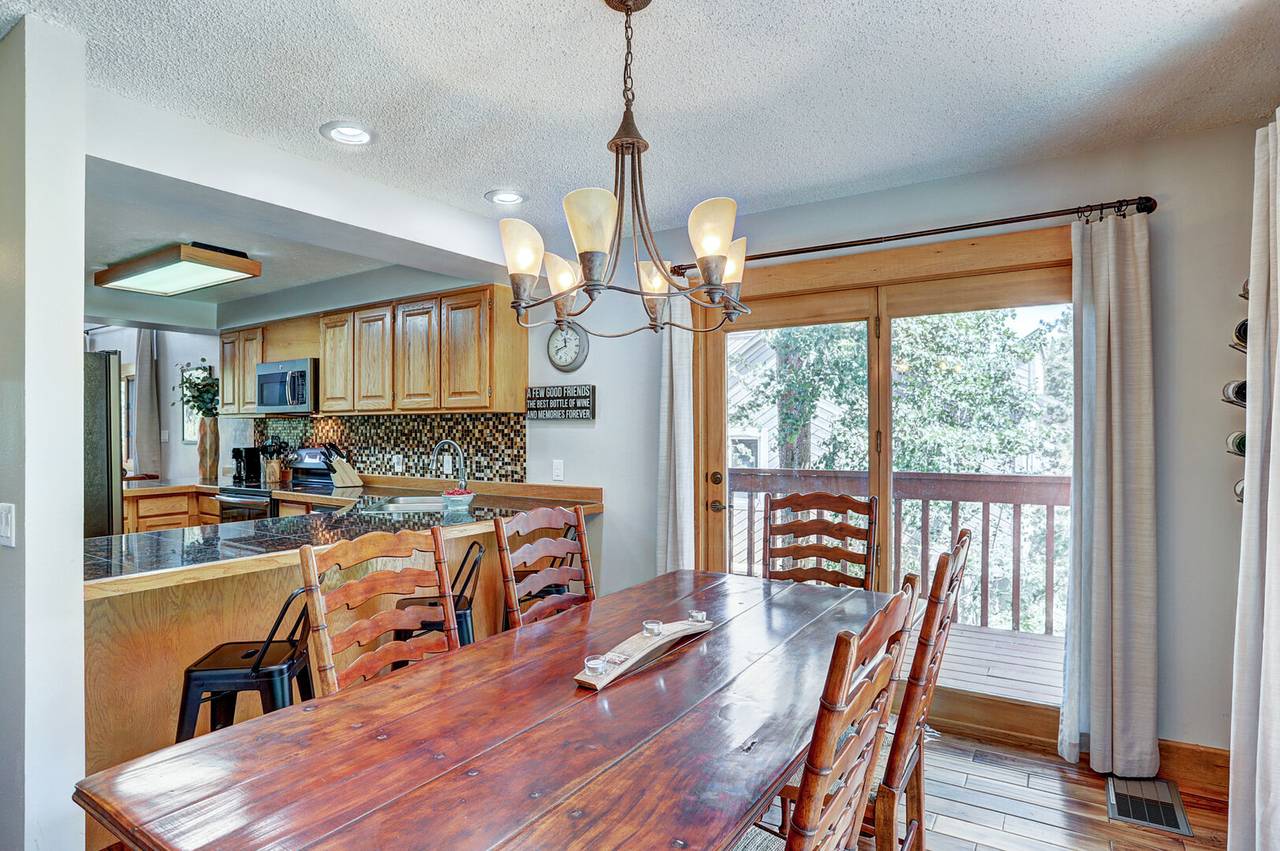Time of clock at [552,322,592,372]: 11:41
